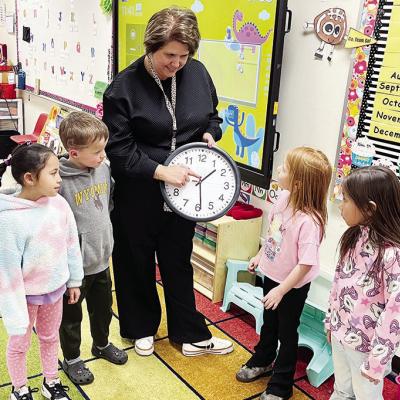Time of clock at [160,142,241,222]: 1:29
